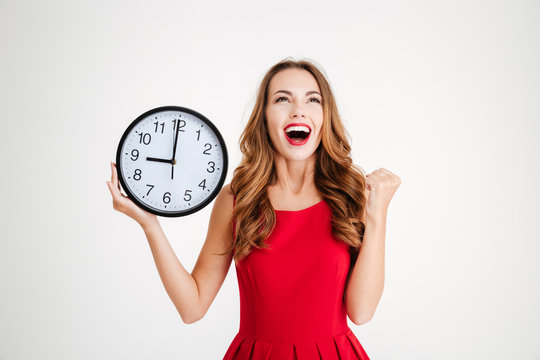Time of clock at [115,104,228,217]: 8:59
